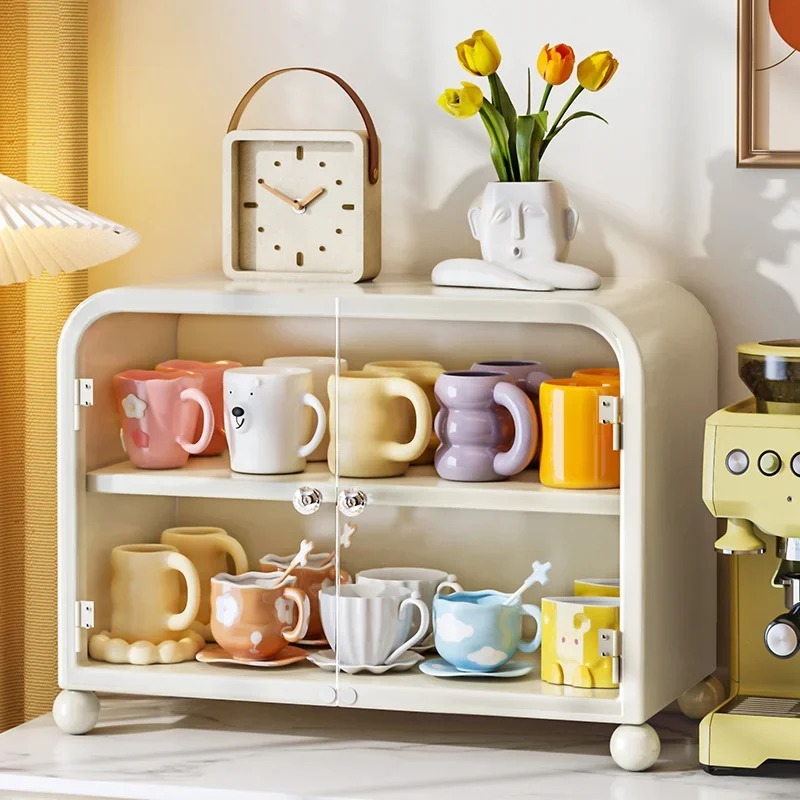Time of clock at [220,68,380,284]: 1:49
